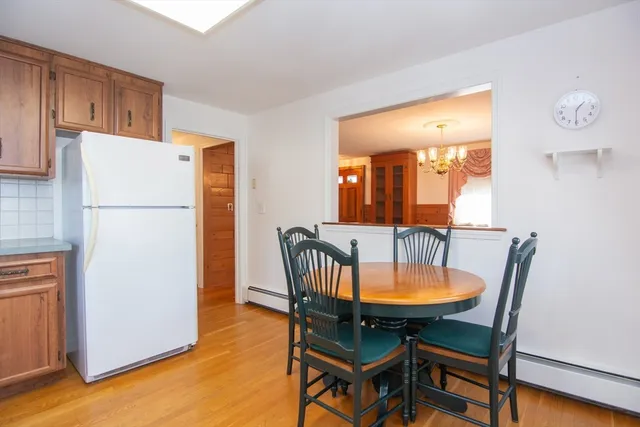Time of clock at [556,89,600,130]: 1:30
